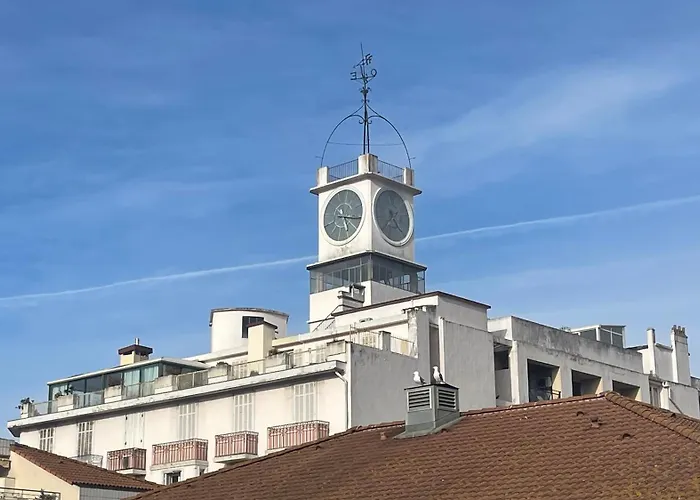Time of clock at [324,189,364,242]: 5:15
